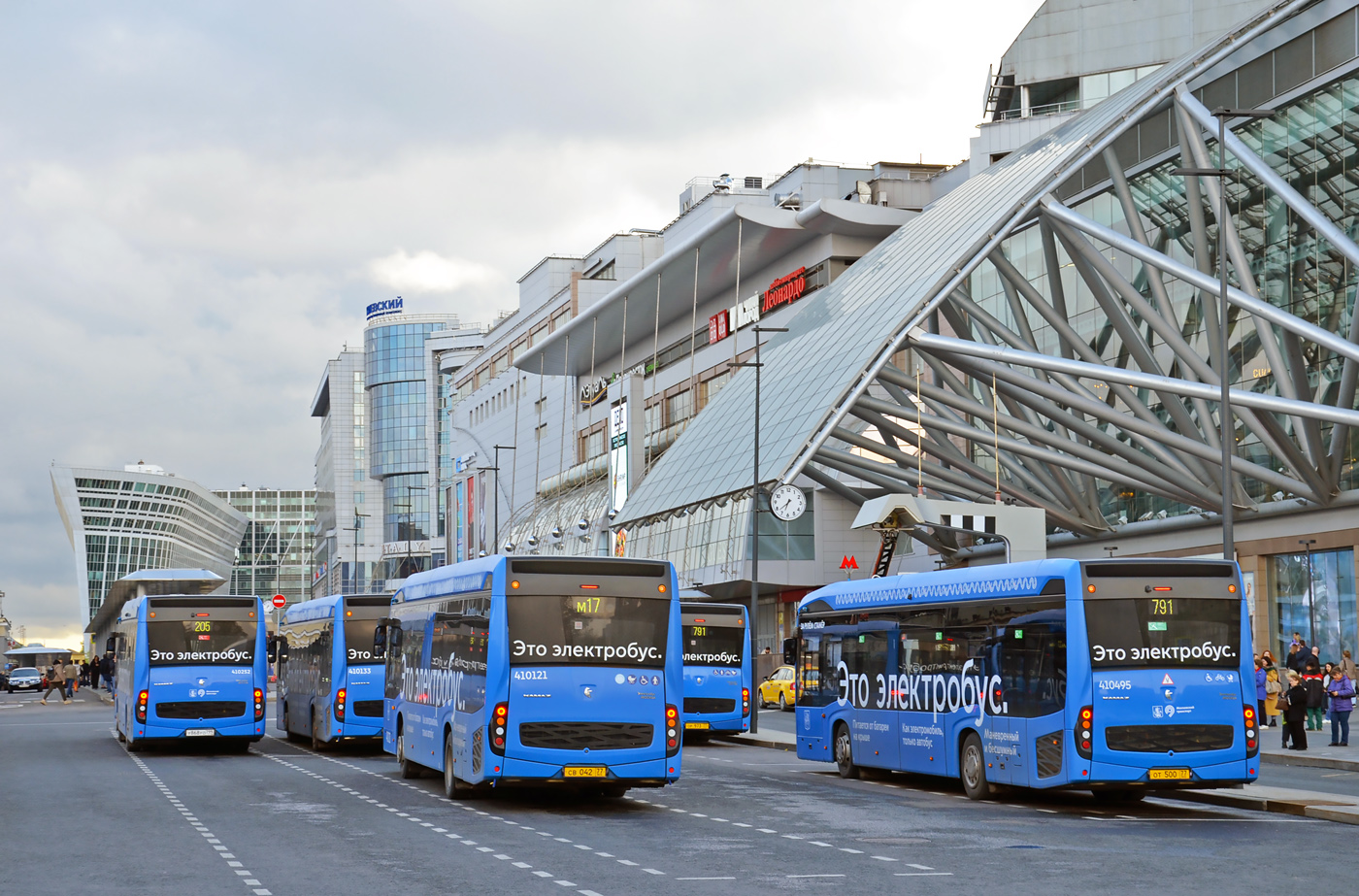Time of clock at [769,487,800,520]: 6:38
